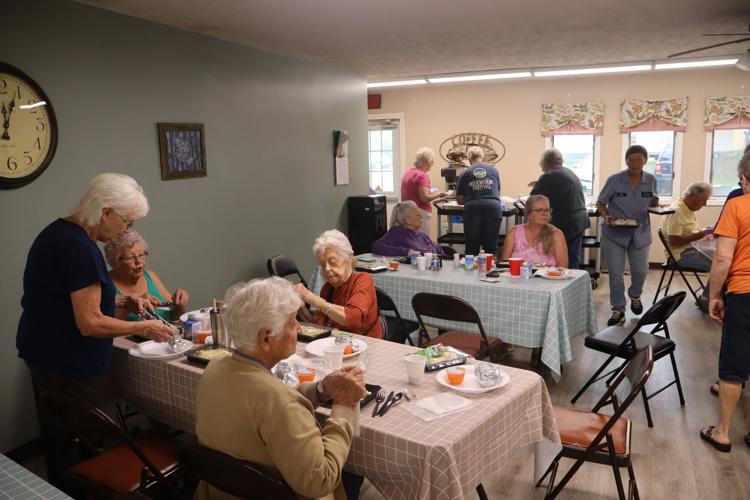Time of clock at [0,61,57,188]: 12:04
